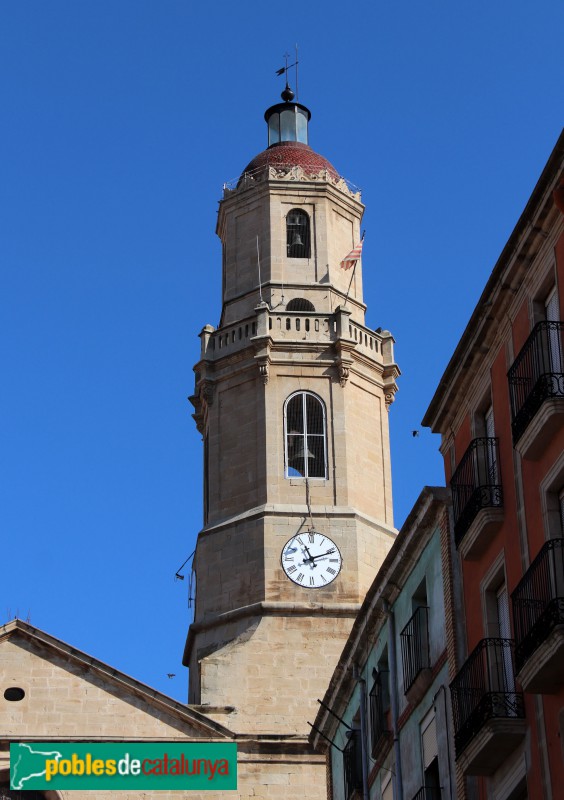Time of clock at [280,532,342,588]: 11:11
